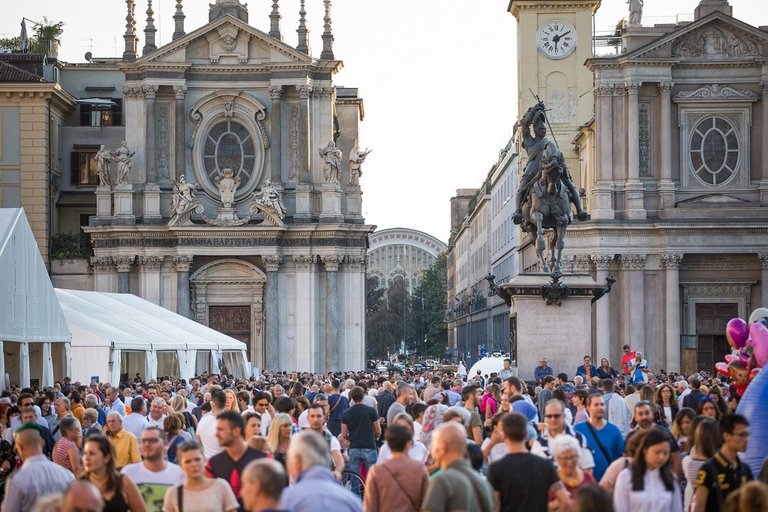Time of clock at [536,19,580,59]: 6:10
